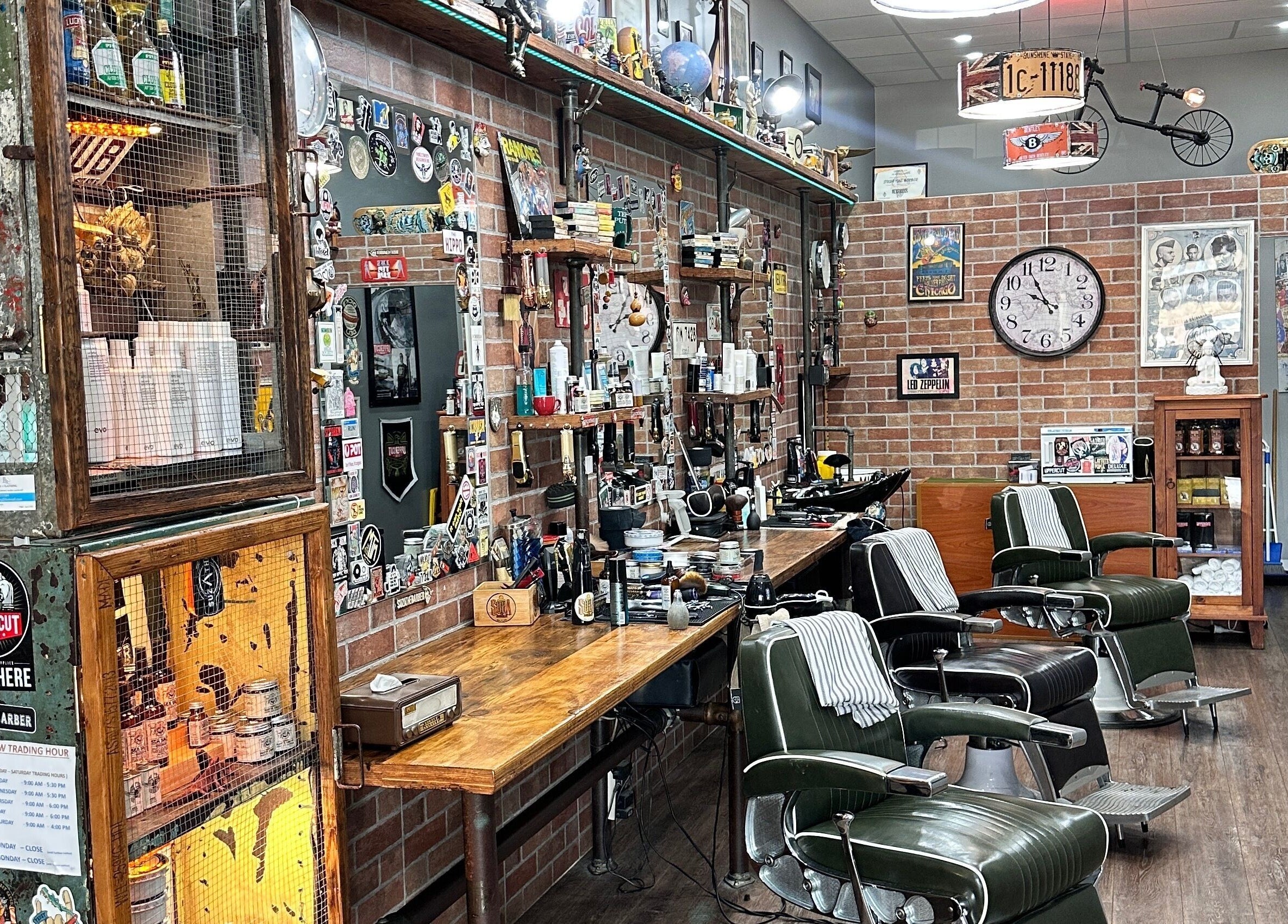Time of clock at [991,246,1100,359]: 9:55
